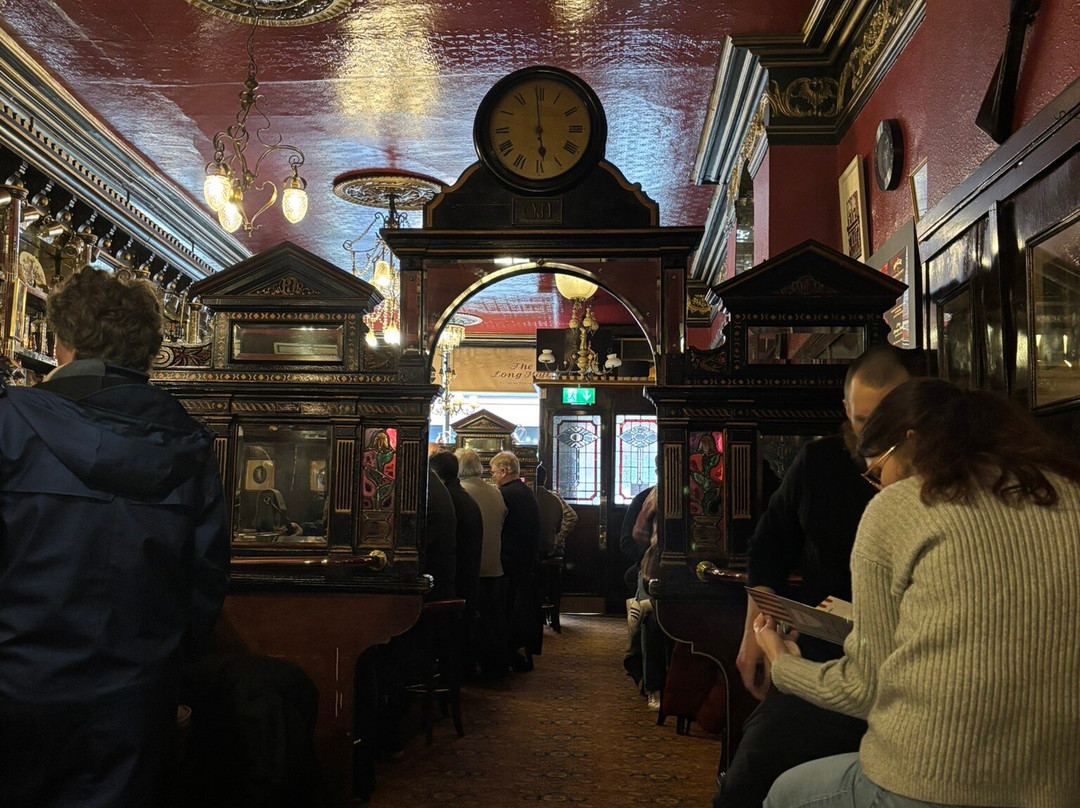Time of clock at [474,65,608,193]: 5:59
